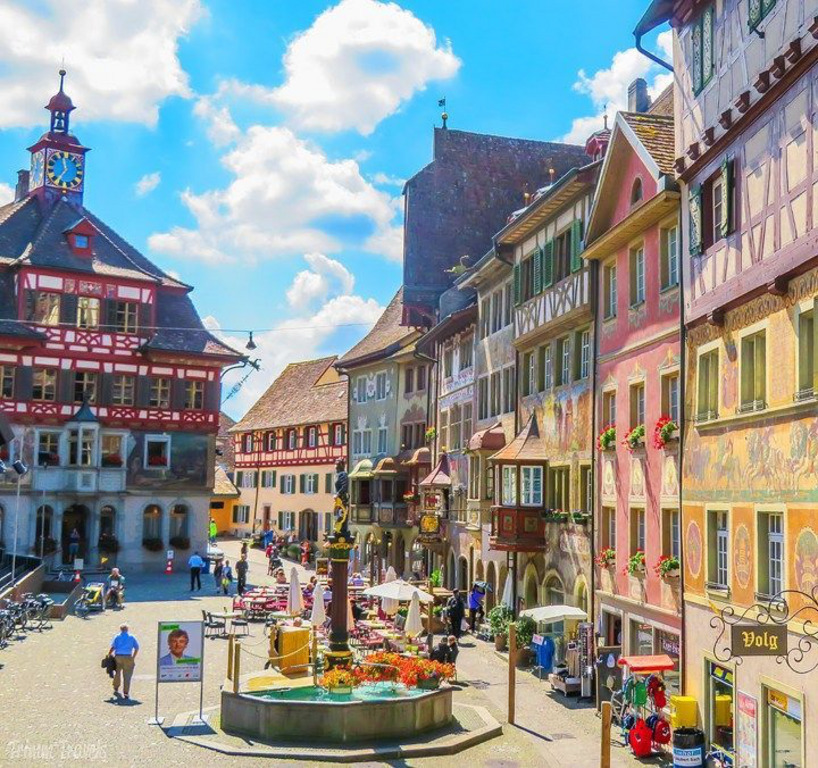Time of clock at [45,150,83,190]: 11:35
